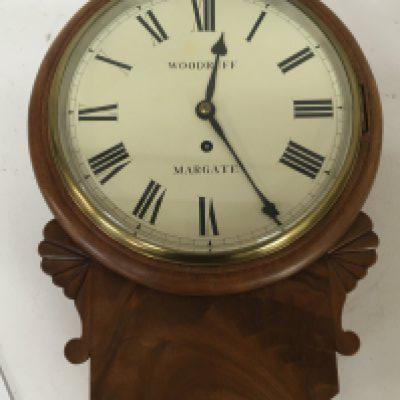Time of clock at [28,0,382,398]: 12:24
